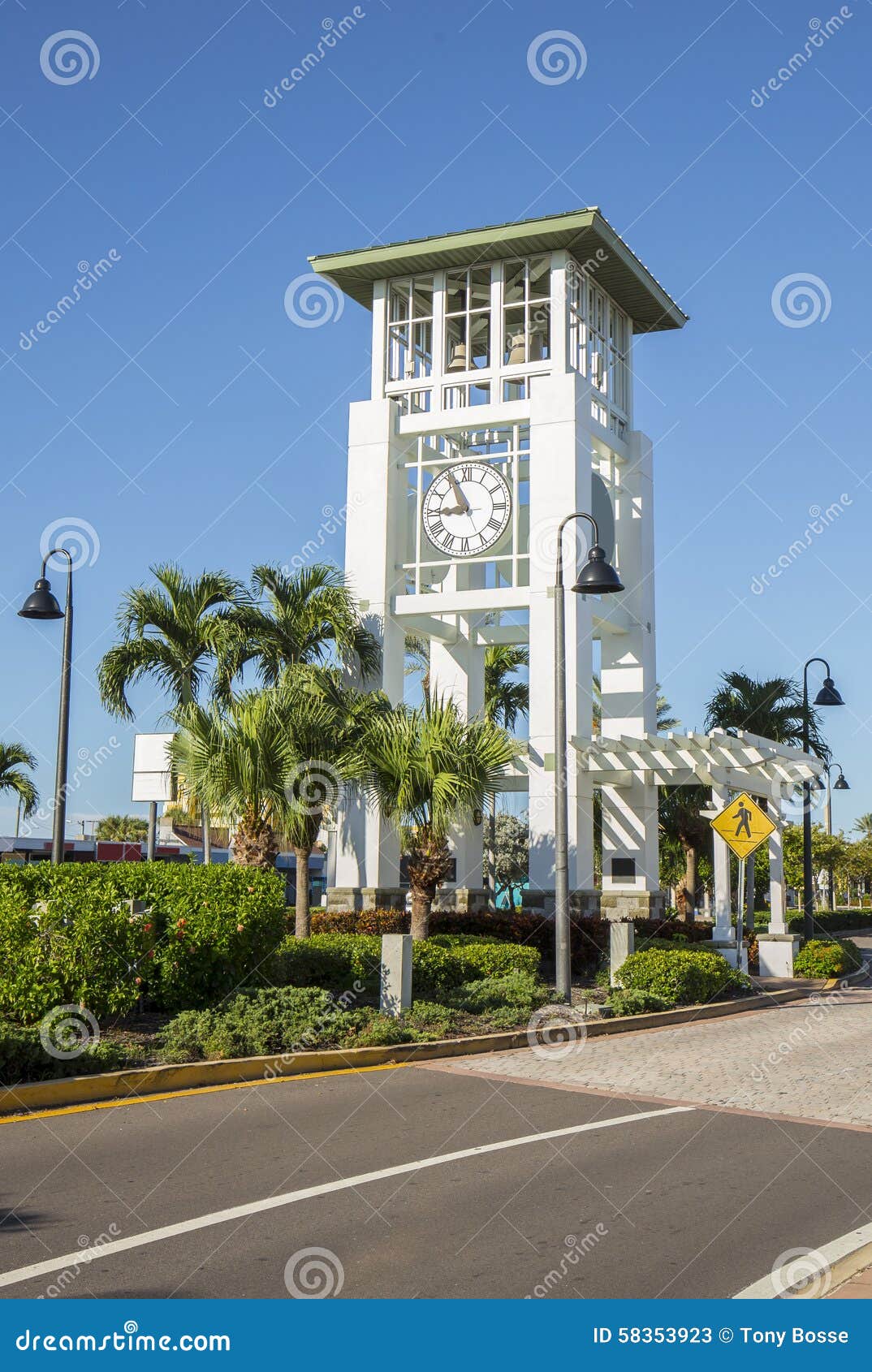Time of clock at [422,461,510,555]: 8:56
